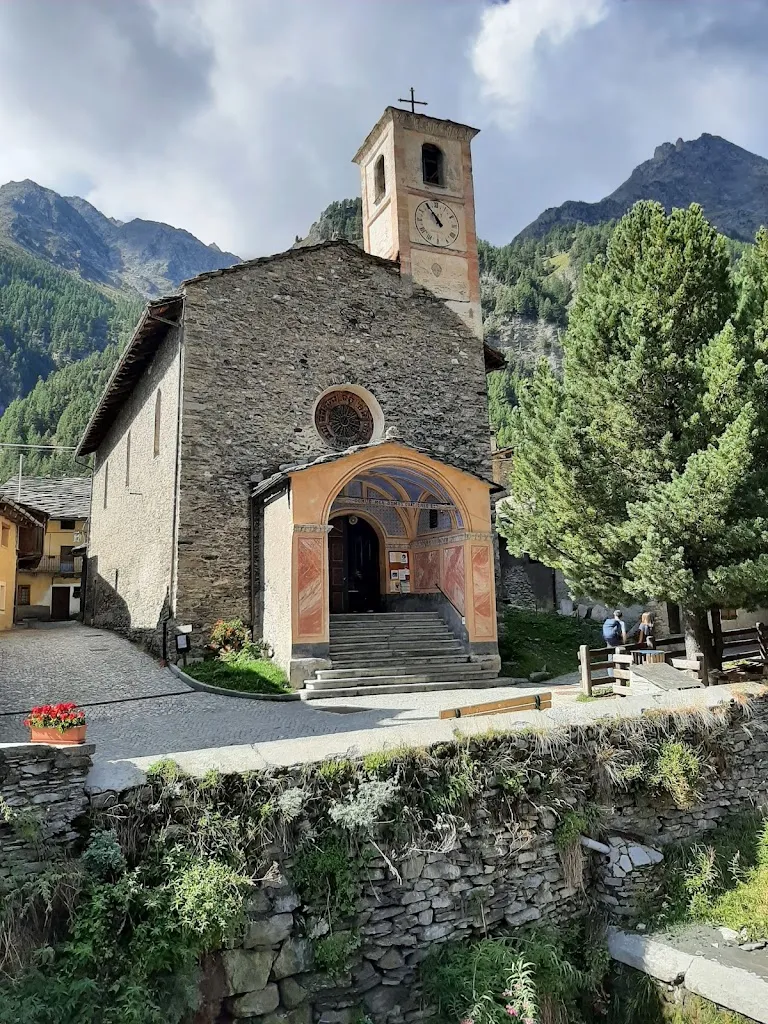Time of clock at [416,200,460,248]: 10:54
